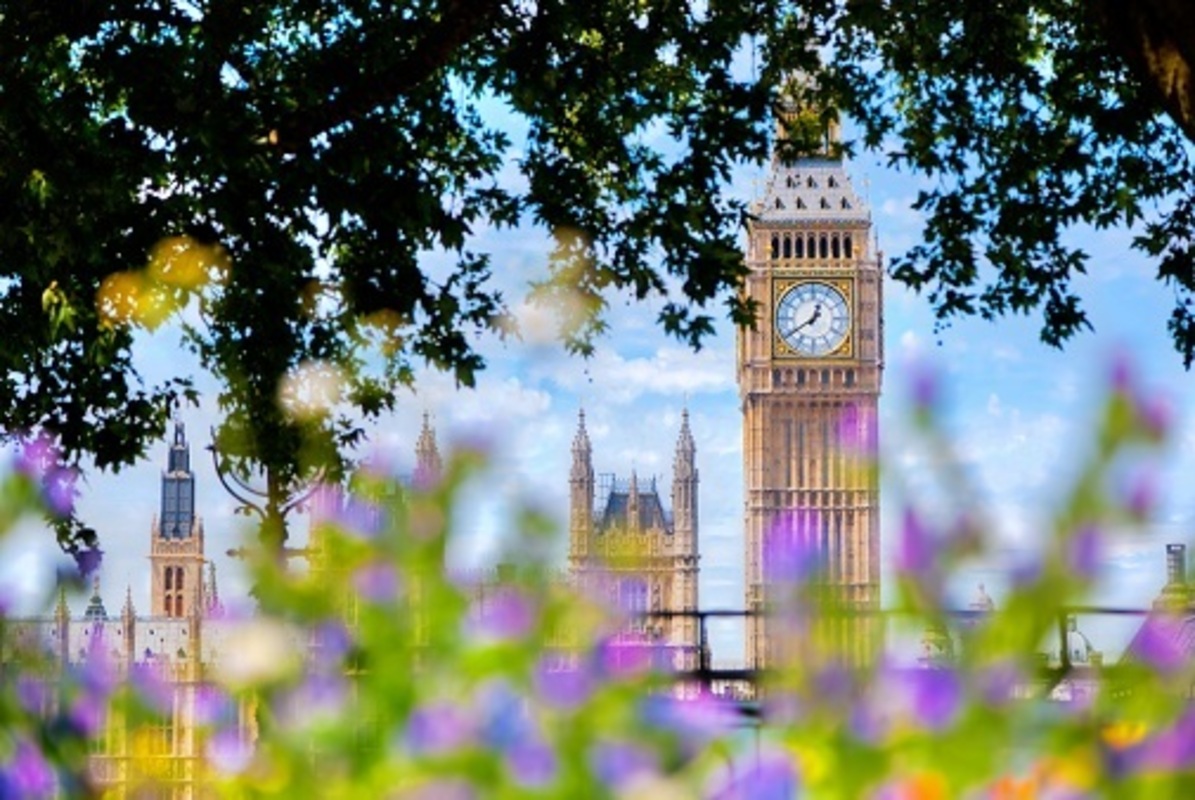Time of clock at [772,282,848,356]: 12:39
